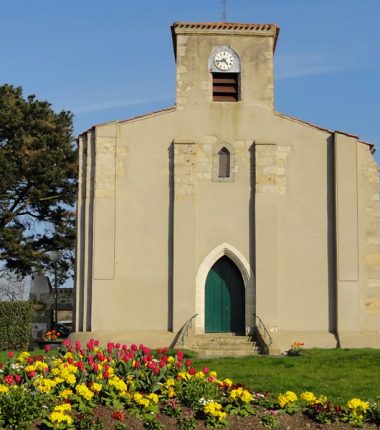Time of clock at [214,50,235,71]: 4:42
